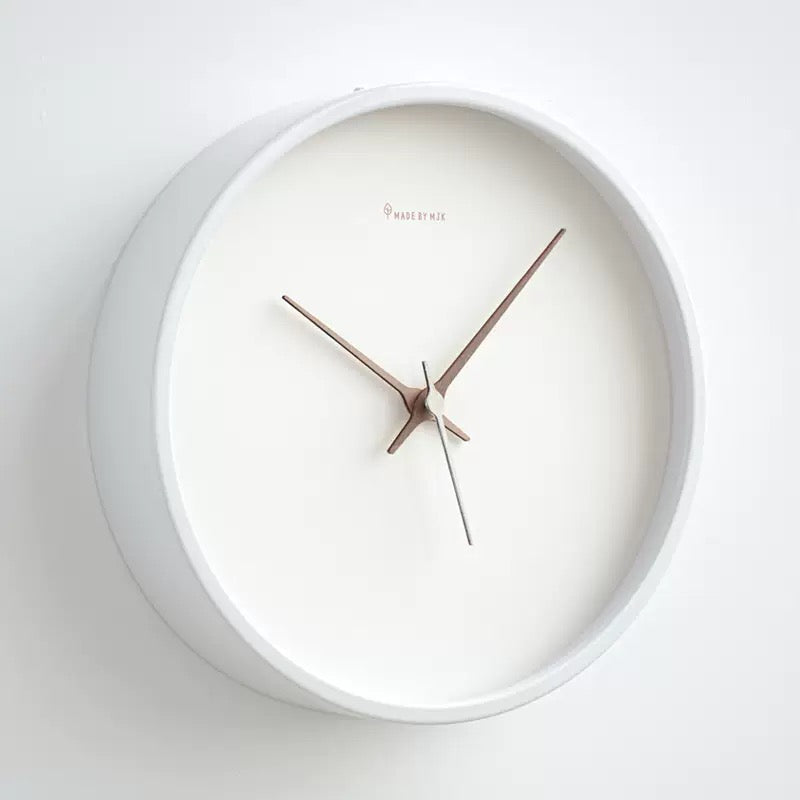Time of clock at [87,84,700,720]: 10:07
